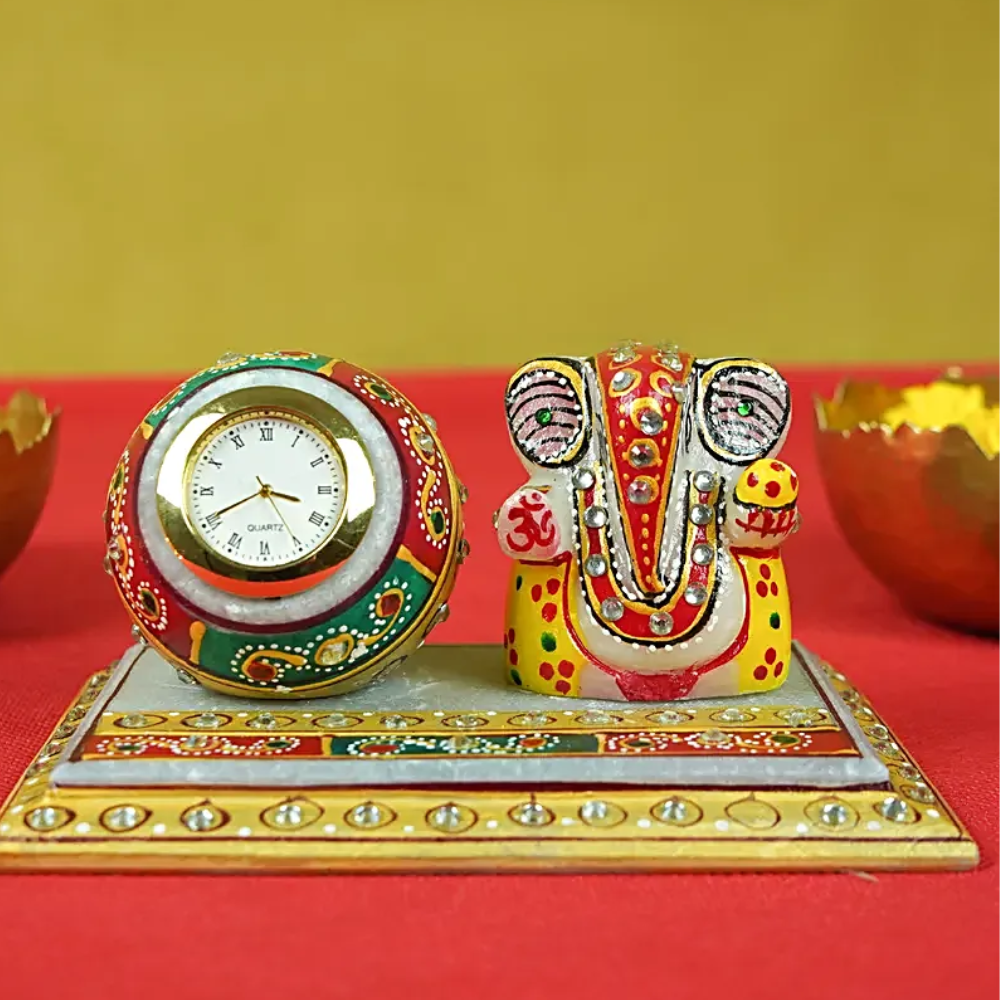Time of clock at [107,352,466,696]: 3:40
